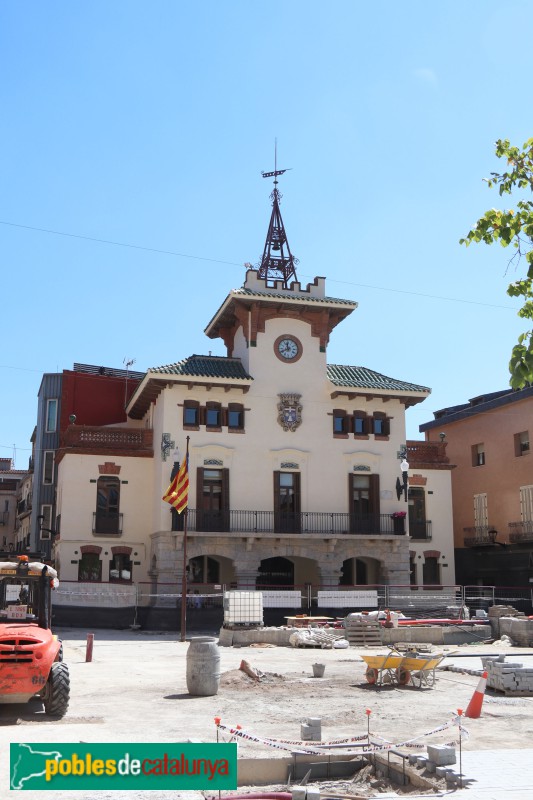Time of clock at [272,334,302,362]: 11:41
